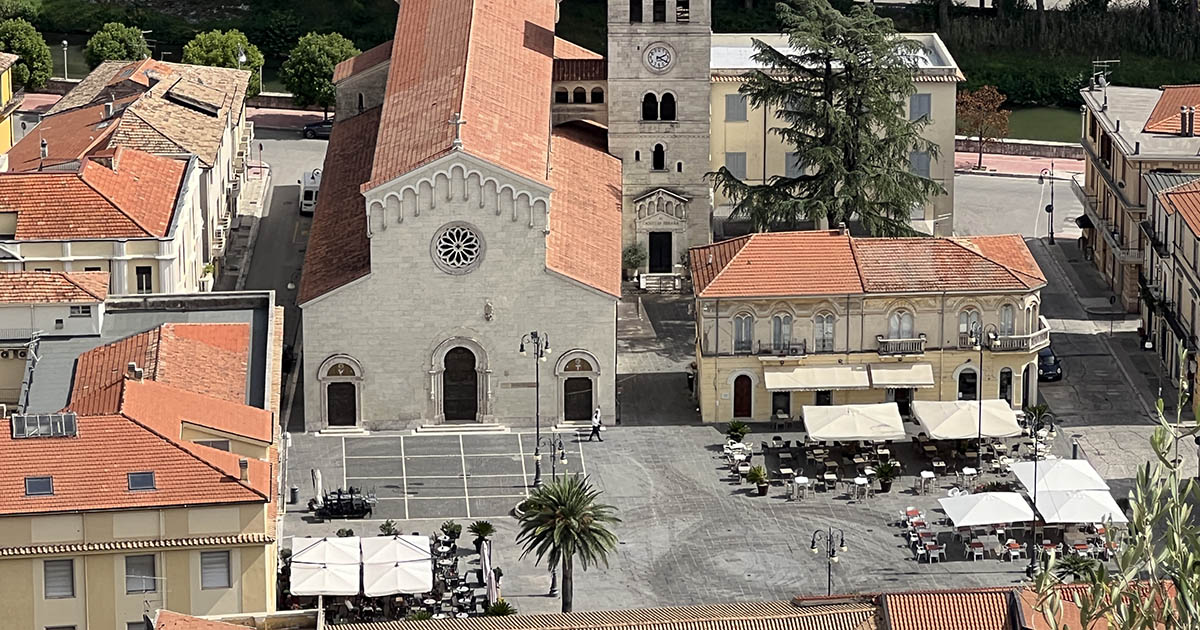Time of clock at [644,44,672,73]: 2:19
